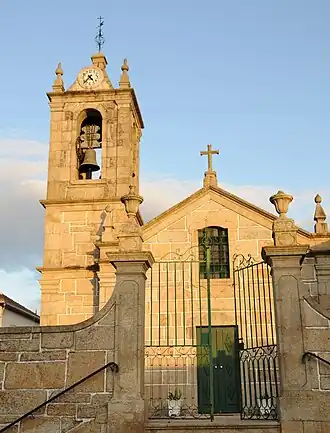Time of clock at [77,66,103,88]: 4:36
